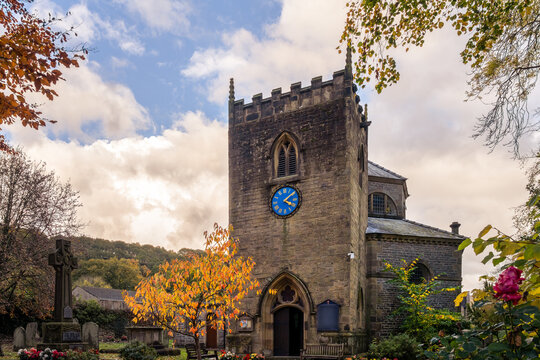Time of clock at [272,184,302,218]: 4:09
